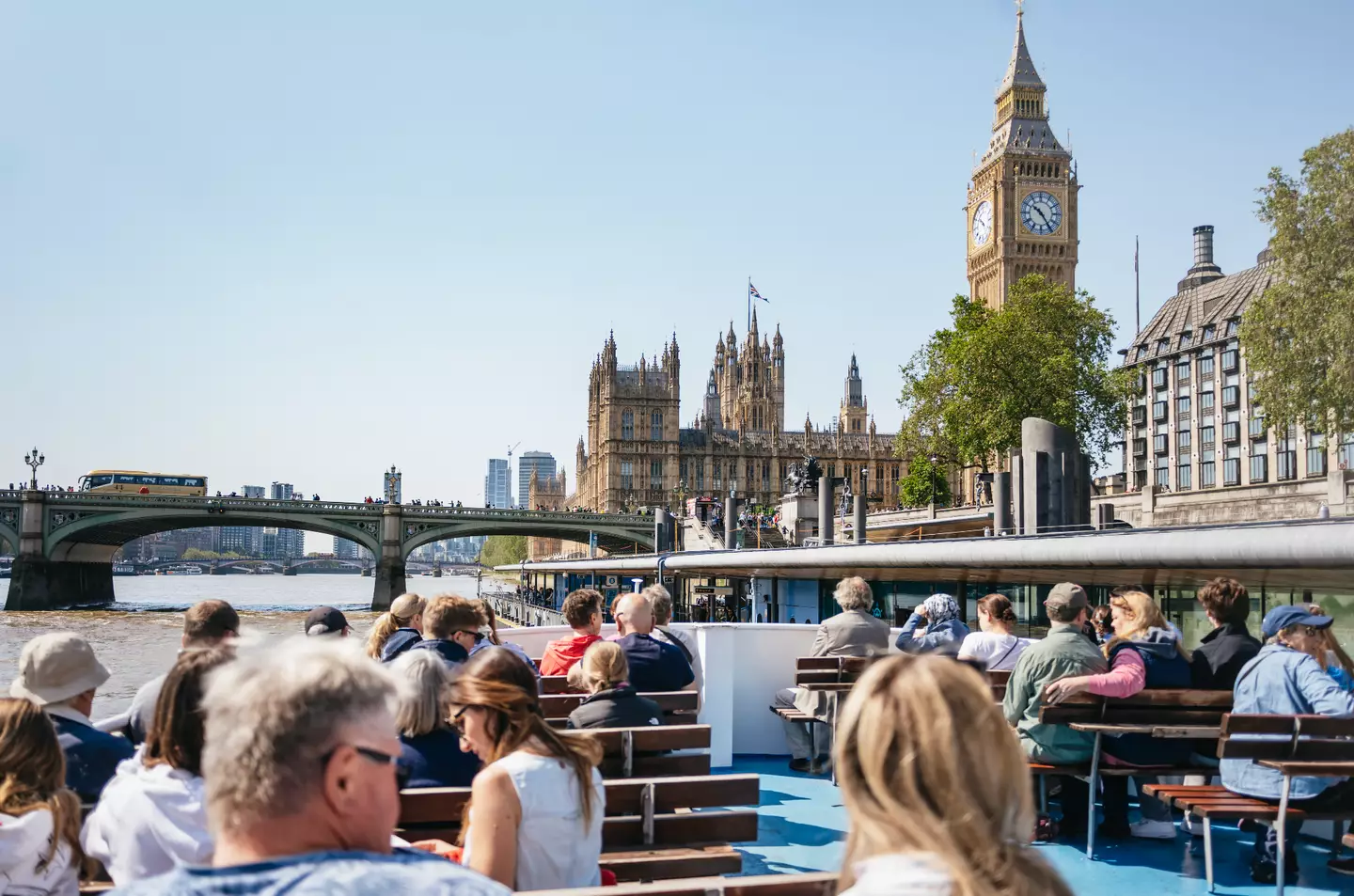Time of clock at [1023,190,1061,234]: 10:24
